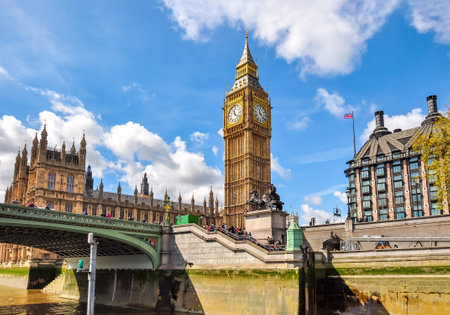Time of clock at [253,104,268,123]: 11:21
